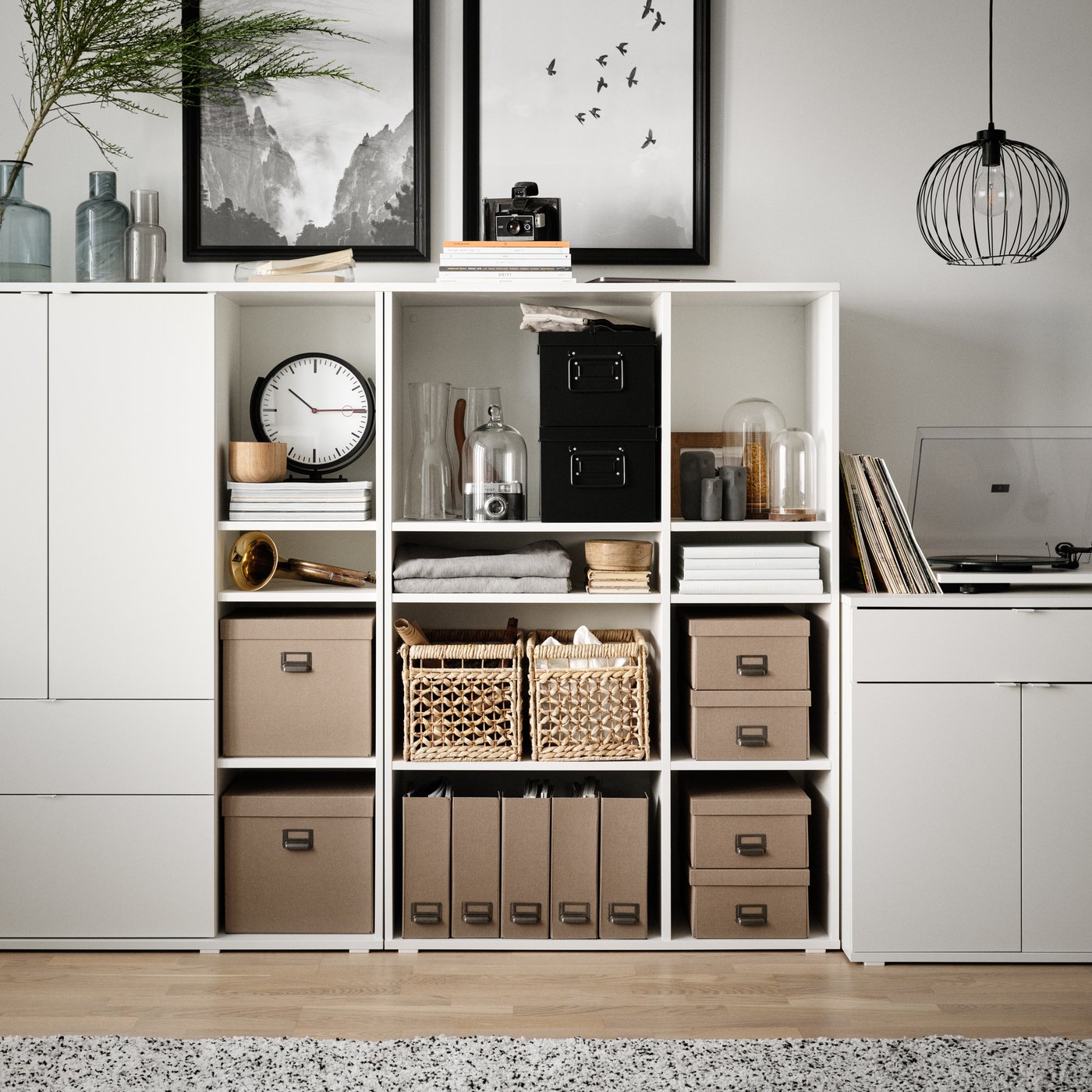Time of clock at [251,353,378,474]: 10:14
